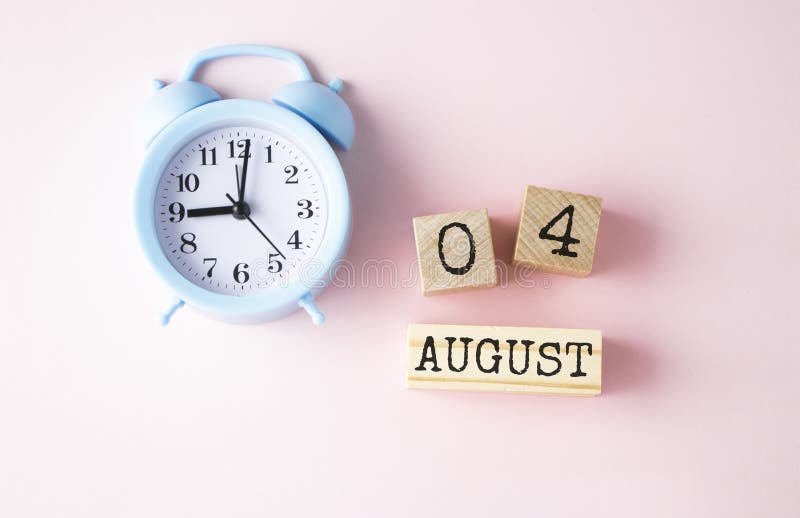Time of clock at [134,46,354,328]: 9:01
